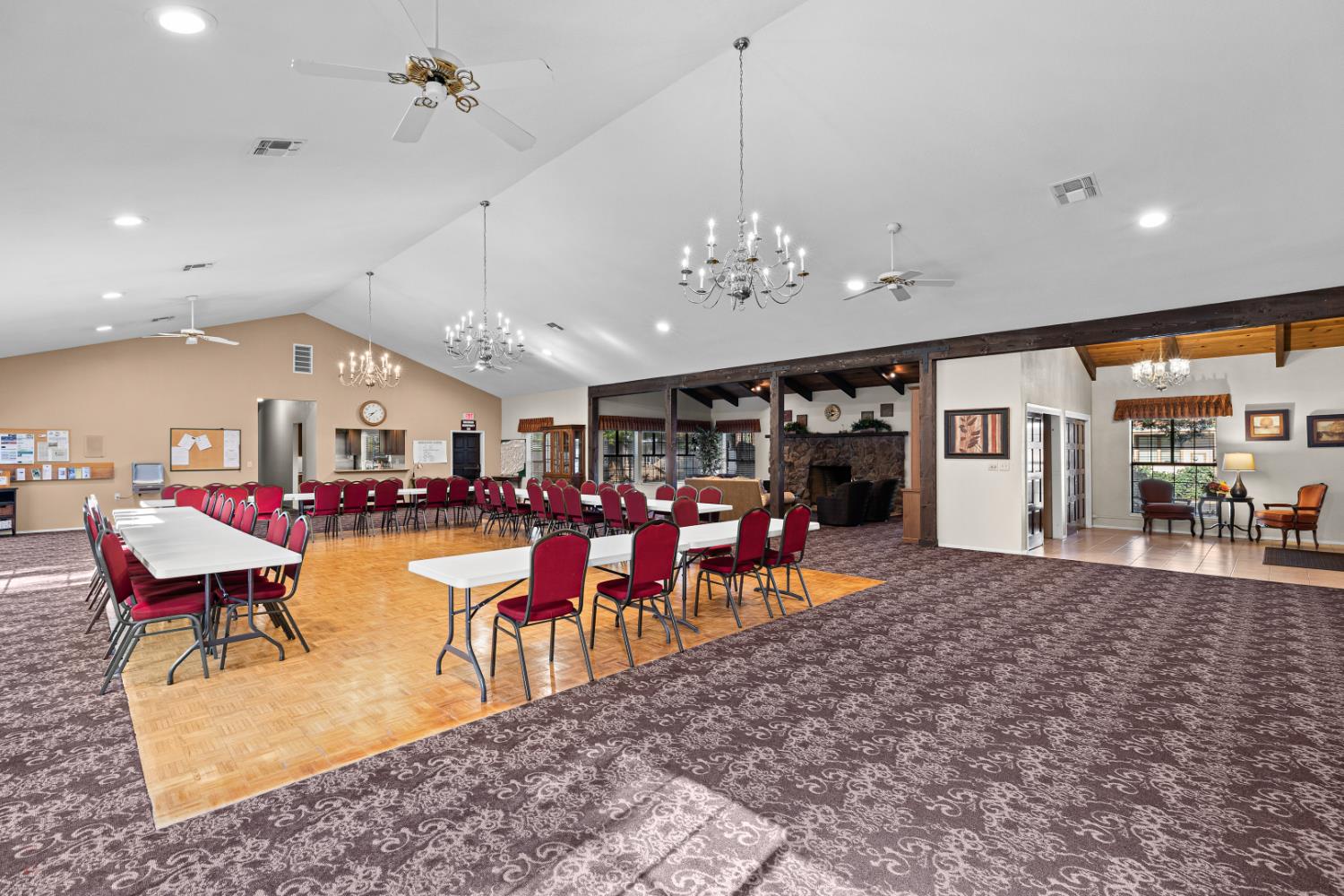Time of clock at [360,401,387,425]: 8:38
